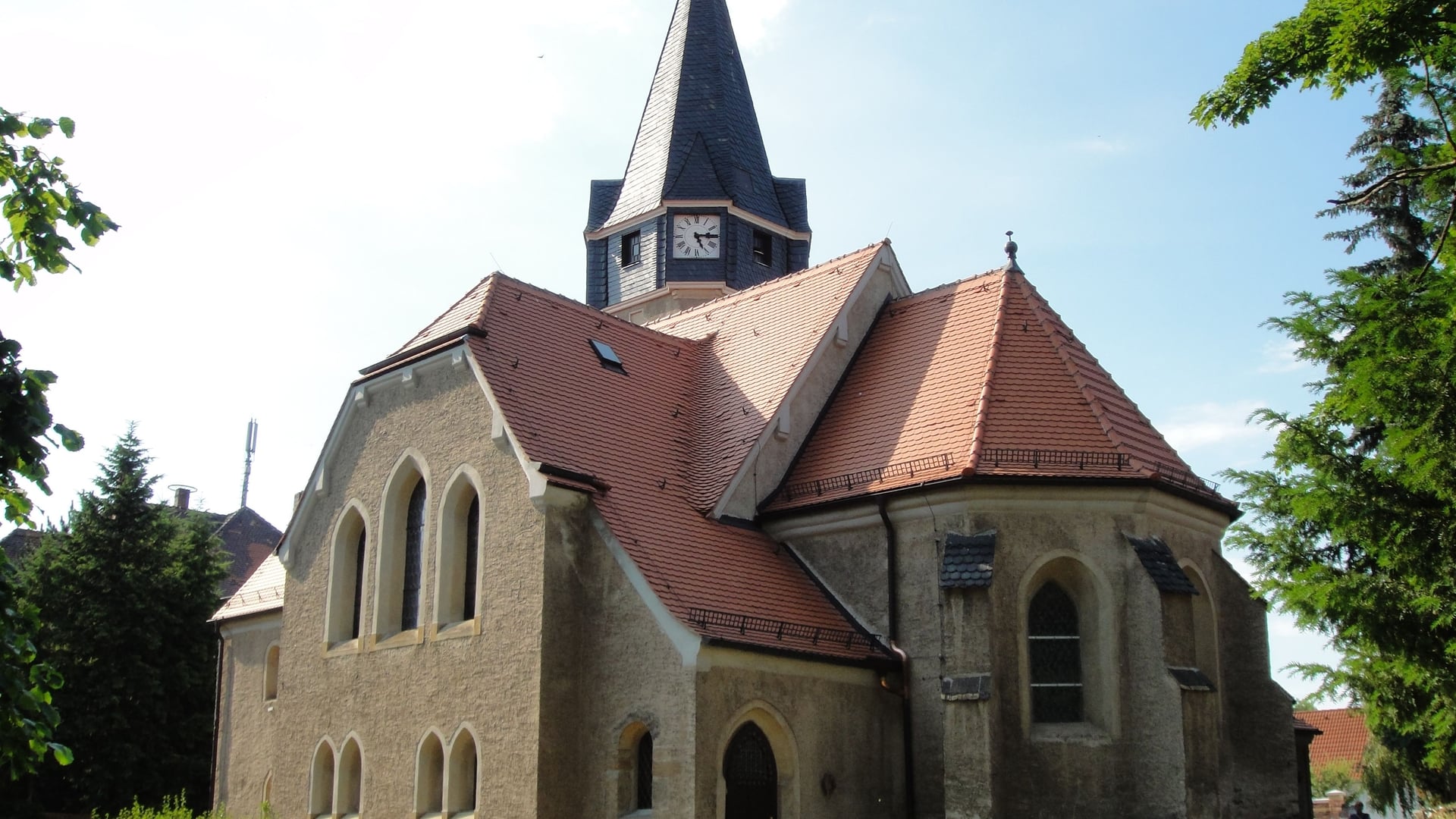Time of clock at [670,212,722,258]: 5:14
